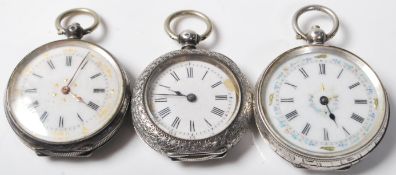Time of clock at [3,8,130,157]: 4:04
